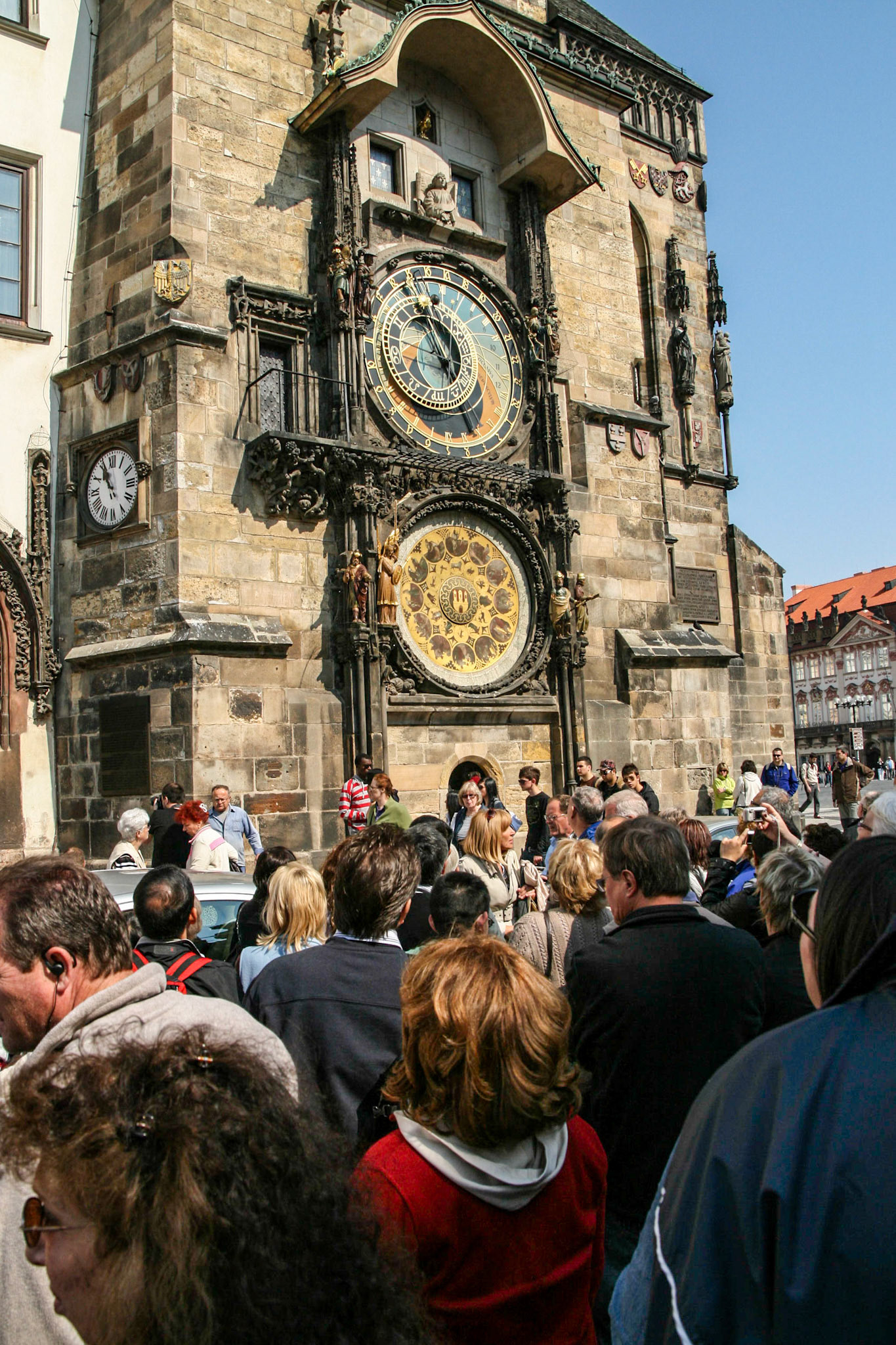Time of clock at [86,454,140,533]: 10:56
